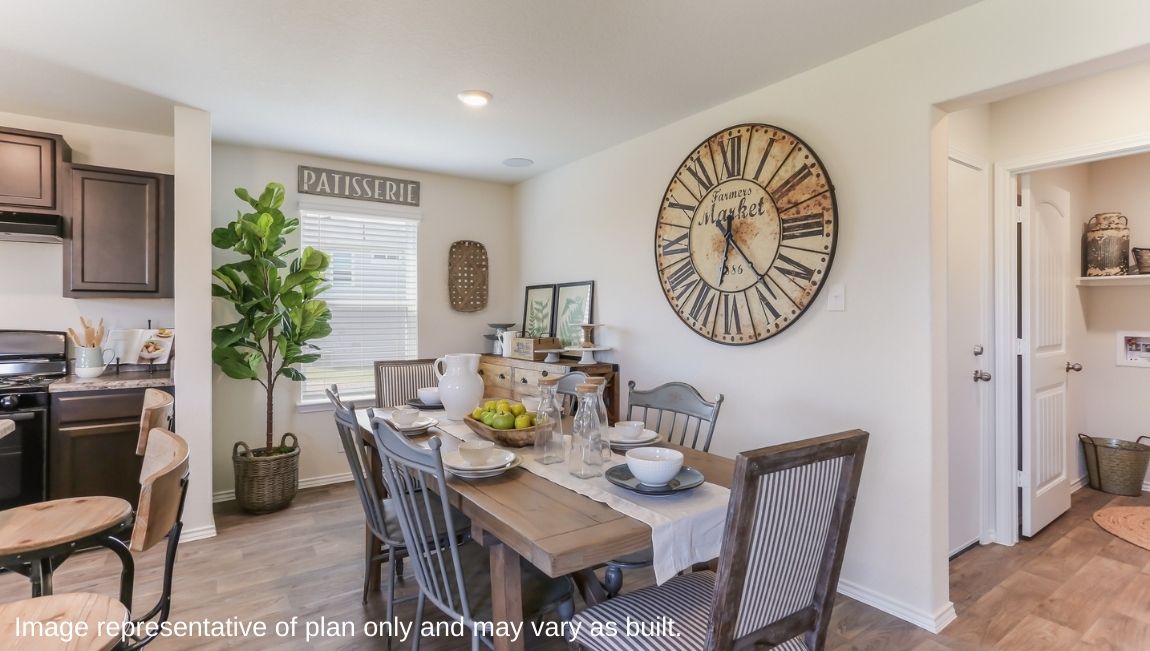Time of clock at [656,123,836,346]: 6:23
